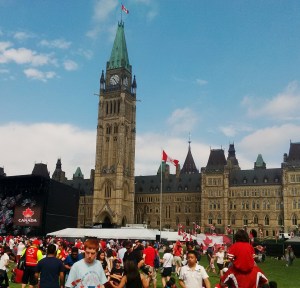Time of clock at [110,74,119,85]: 10:24
